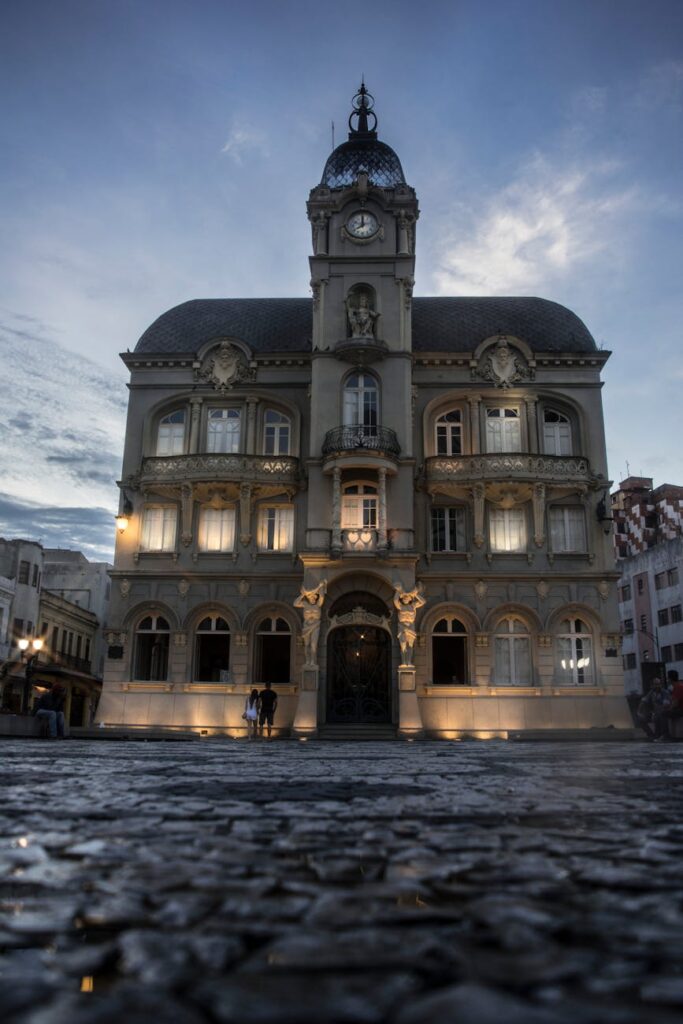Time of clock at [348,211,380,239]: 7:59
